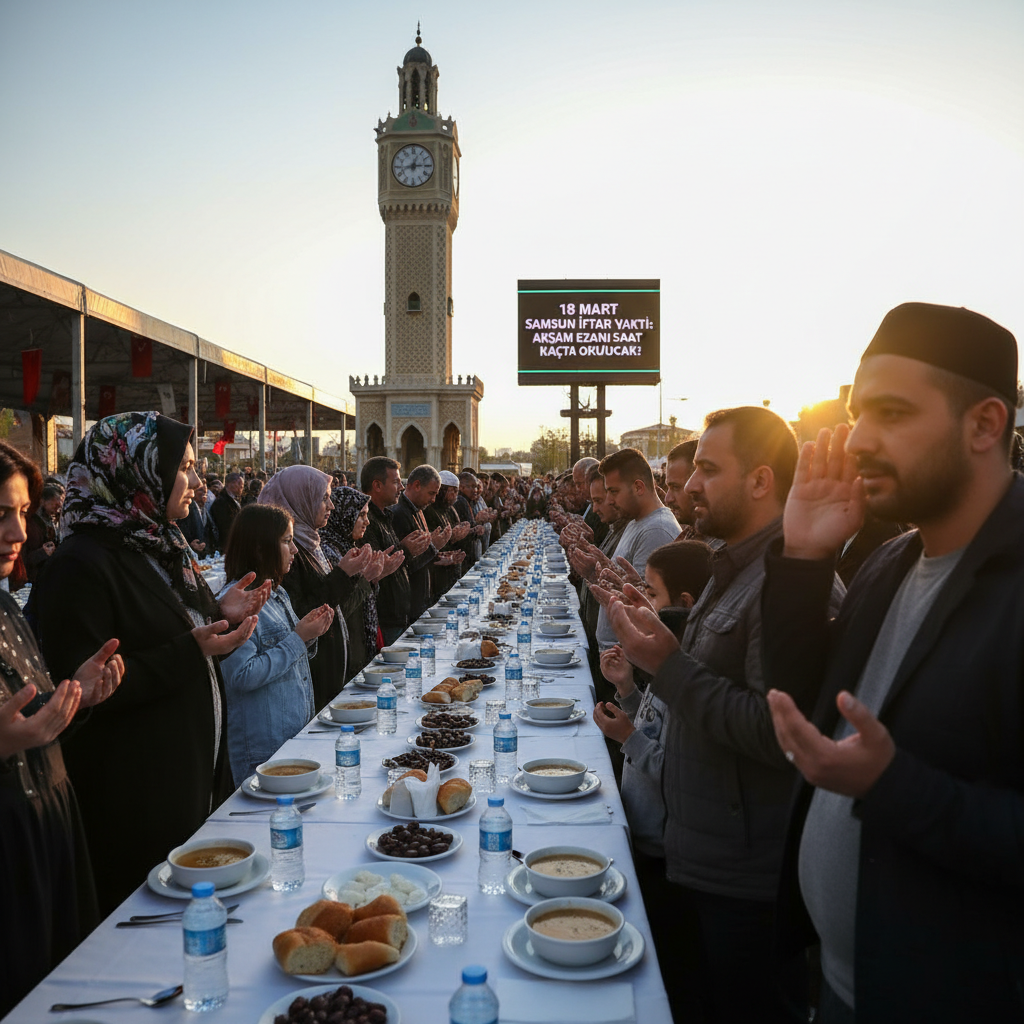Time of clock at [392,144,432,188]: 12:43
